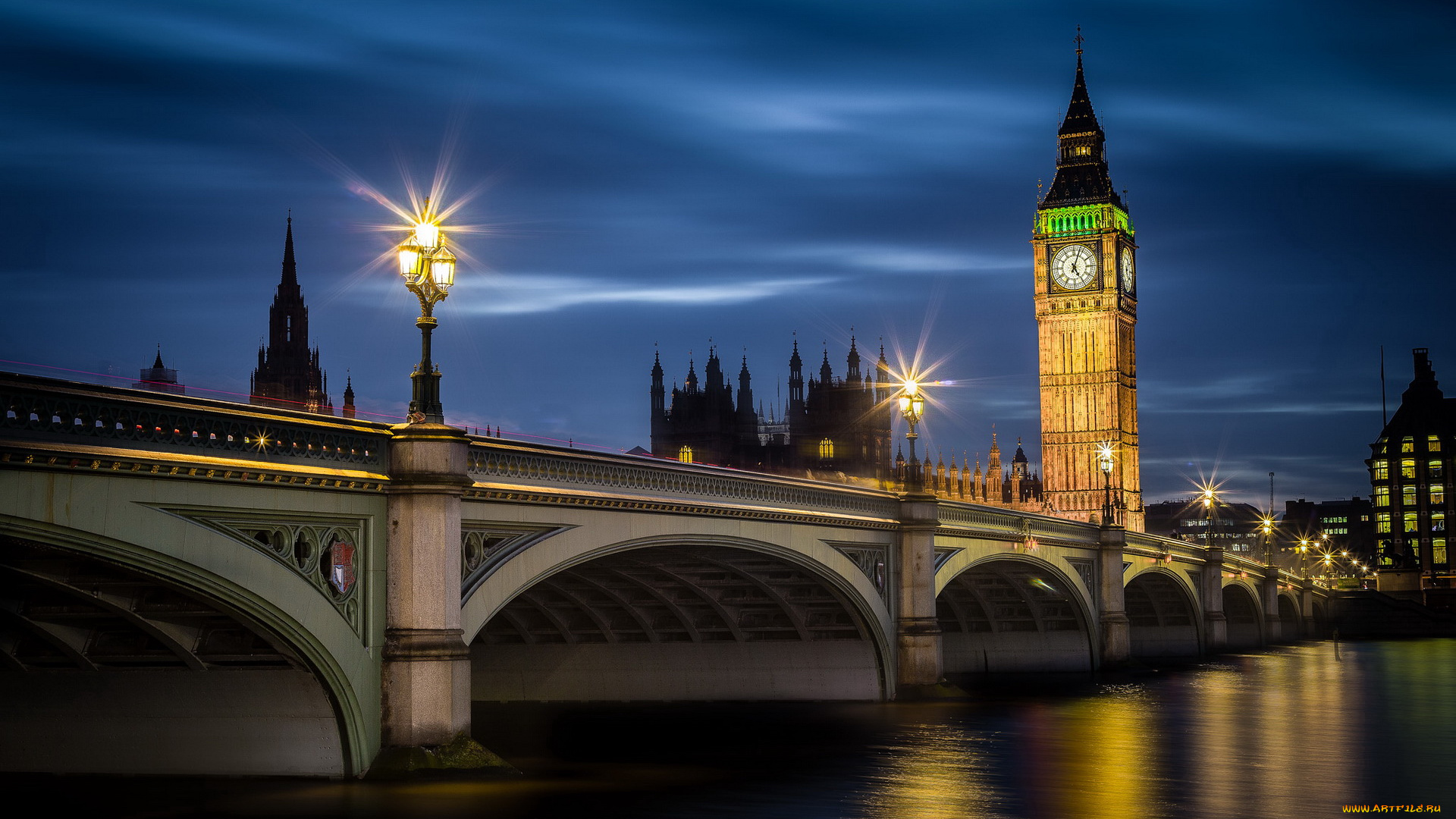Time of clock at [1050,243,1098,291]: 5:03
